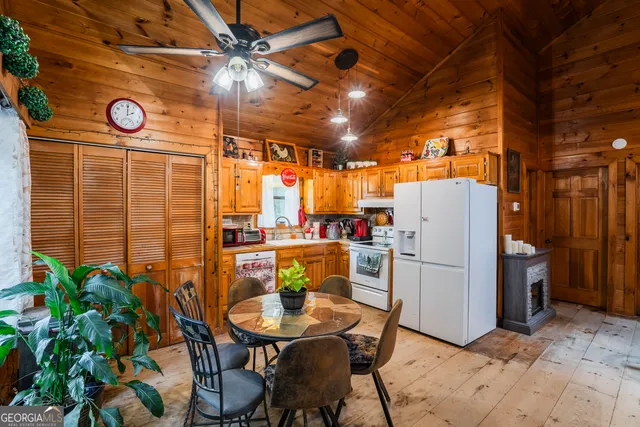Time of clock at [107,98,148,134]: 2:00
